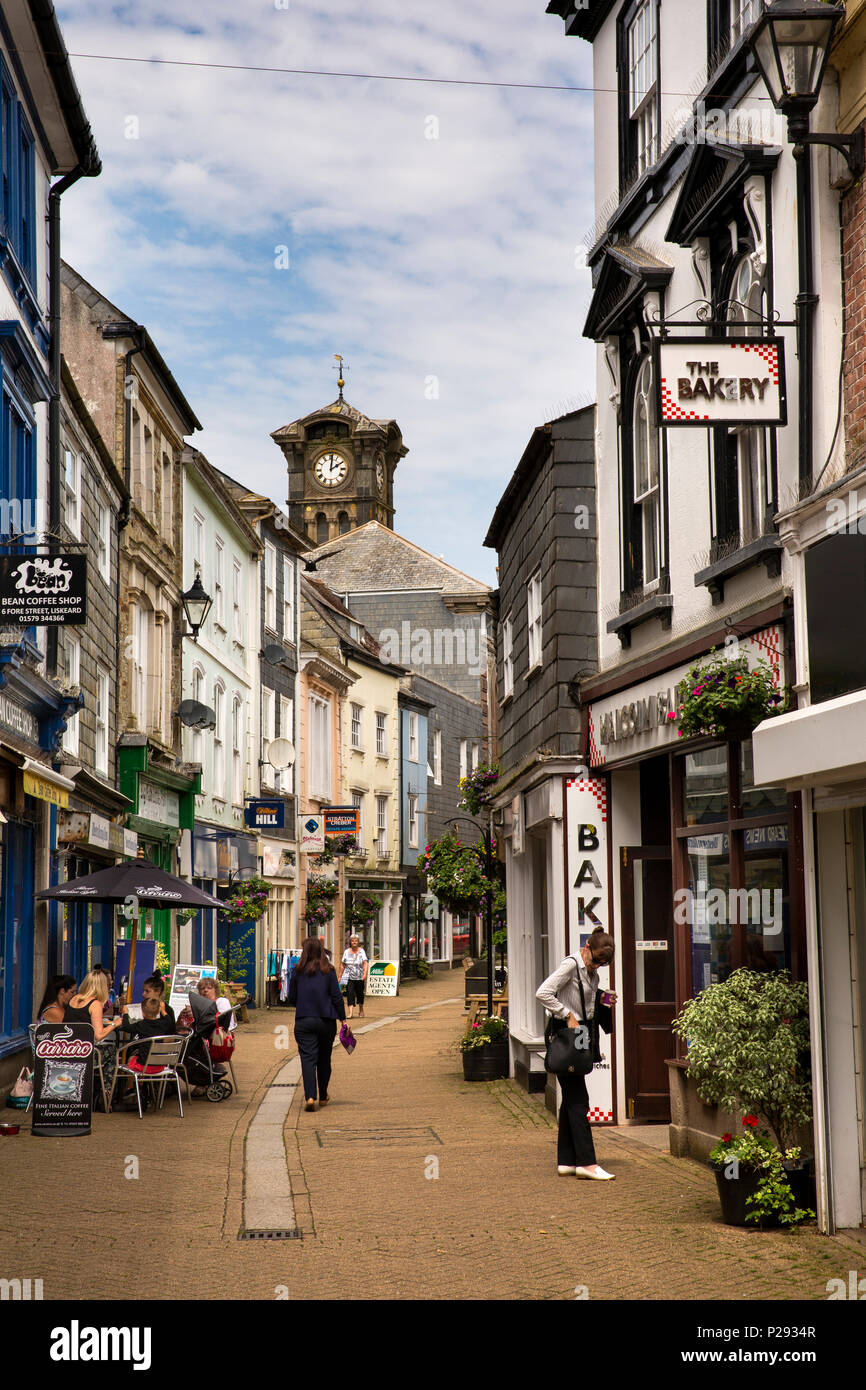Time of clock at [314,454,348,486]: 2:01
